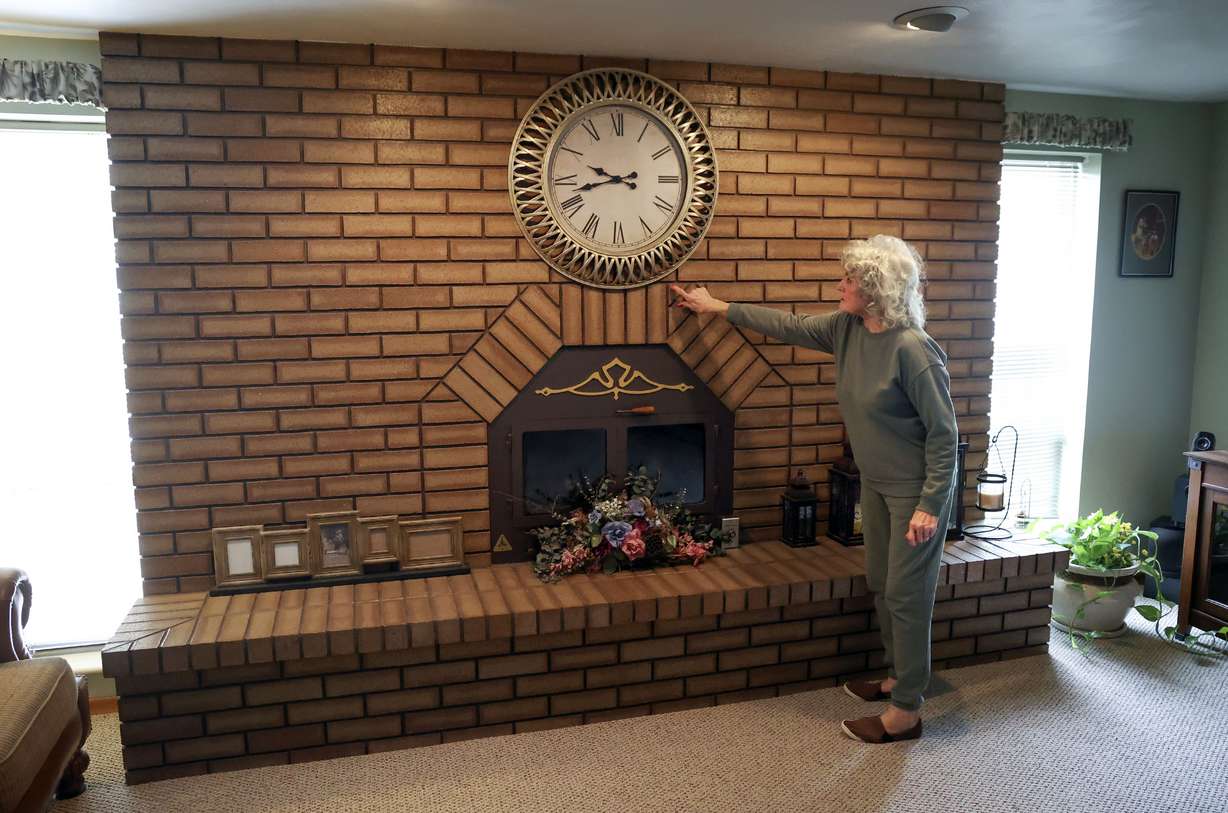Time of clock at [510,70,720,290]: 9:42
